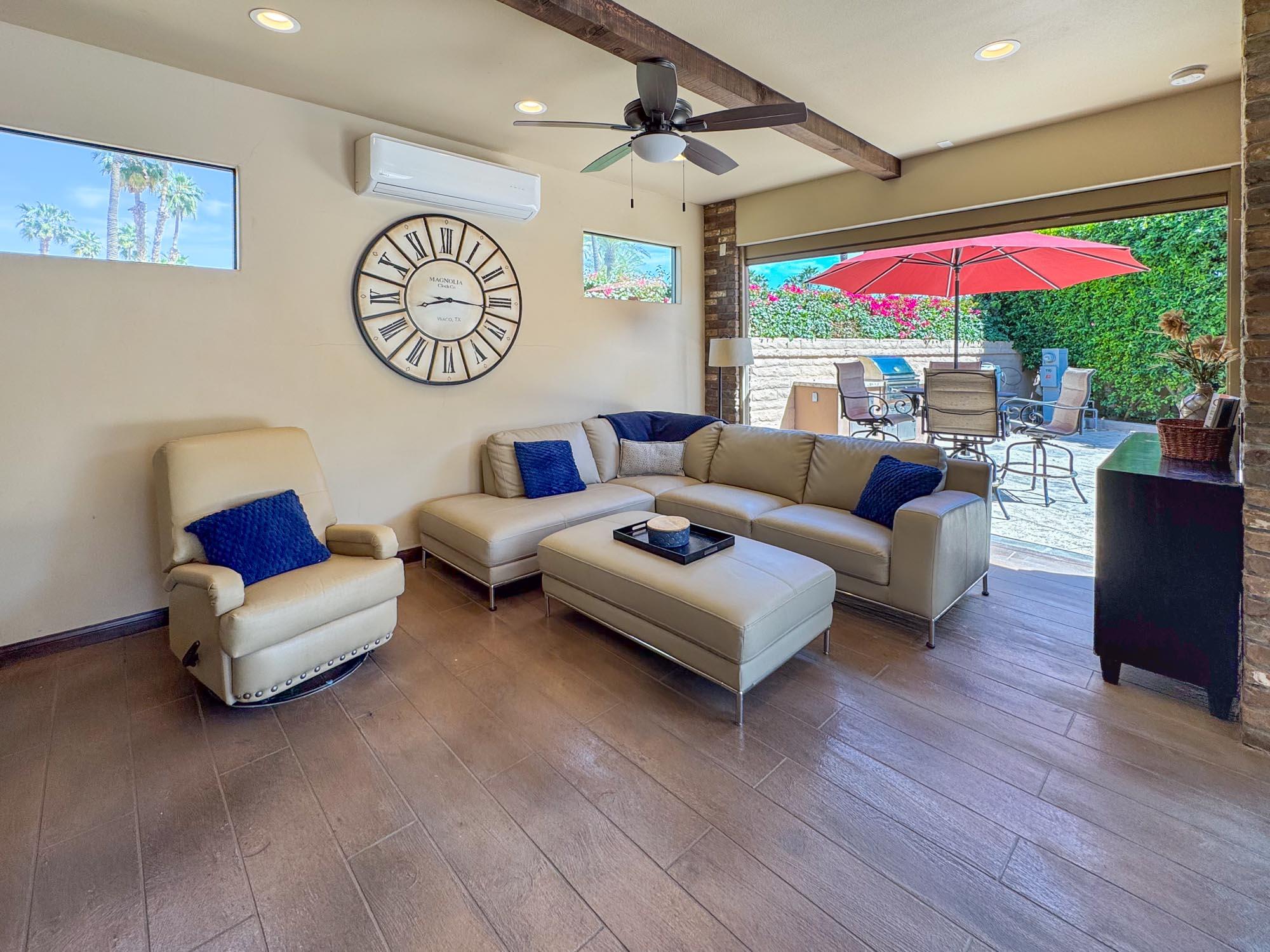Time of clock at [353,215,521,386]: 8:16
